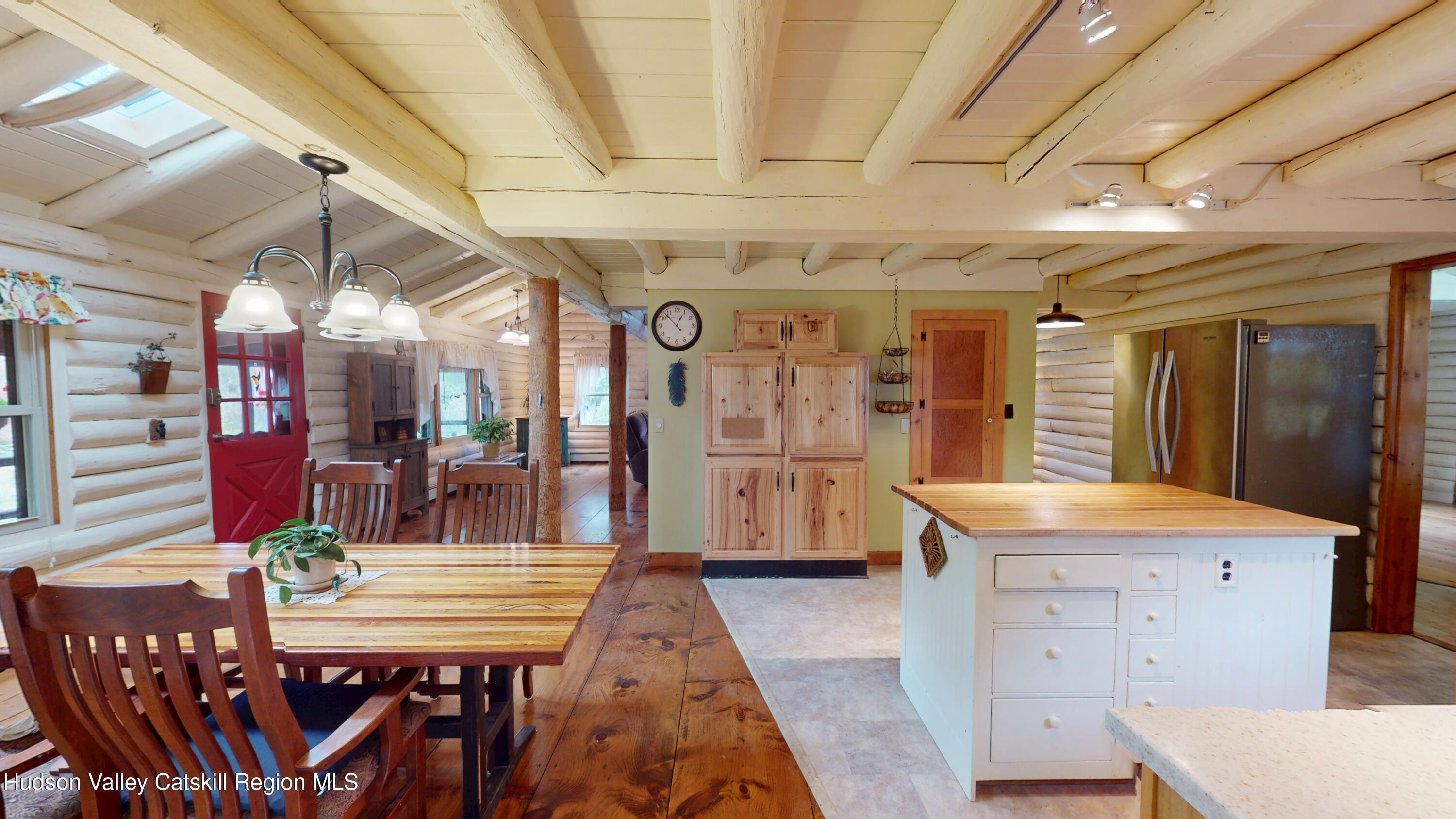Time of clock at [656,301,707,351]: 12:52
